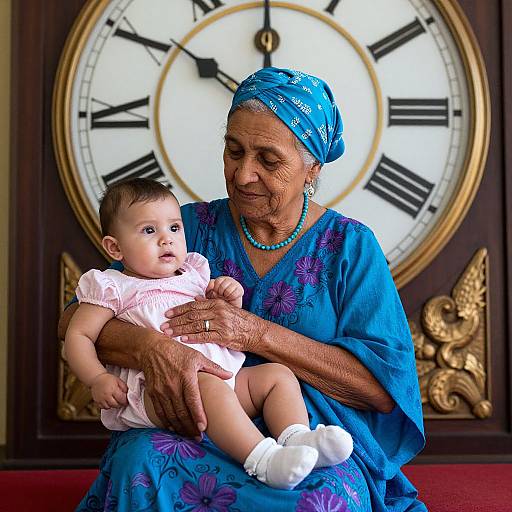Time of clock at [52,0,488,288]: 11:50
